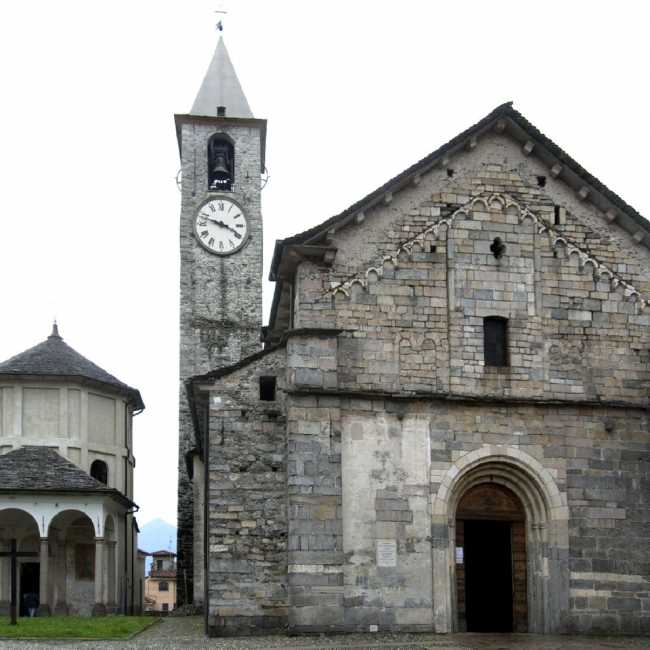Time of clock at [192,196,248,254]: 3:47
